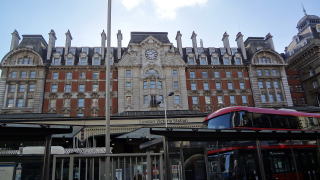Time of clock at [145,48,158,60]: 1:43
